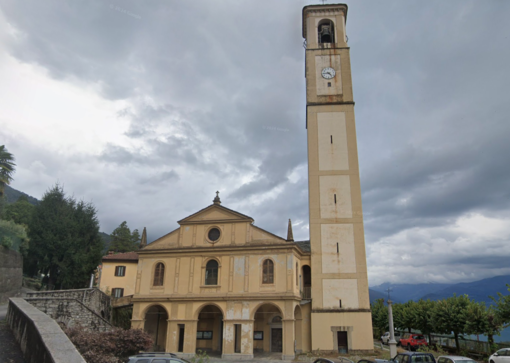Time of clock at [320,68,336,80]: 4:44
